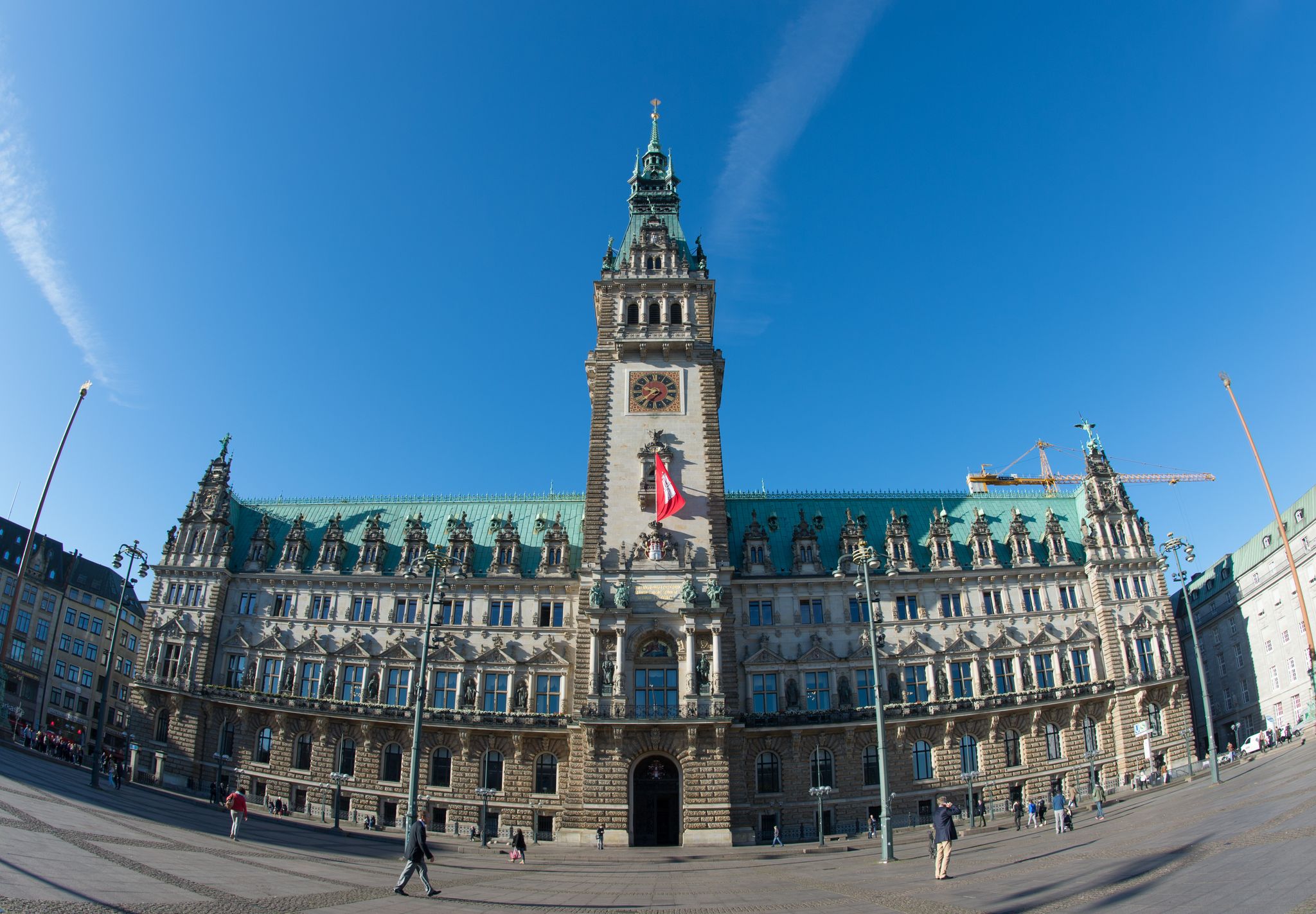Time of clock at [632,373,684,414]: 9:37
